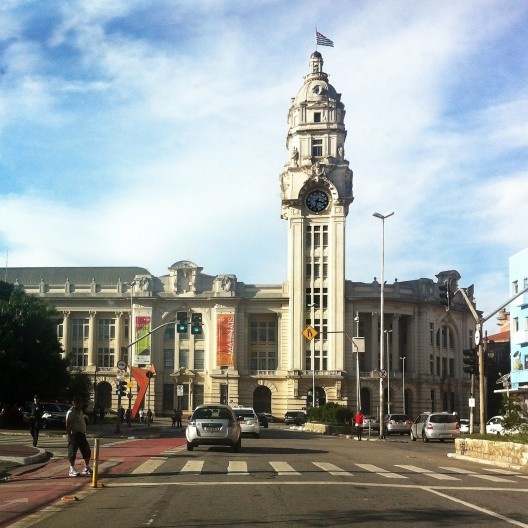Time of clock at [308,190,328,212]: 3:32
